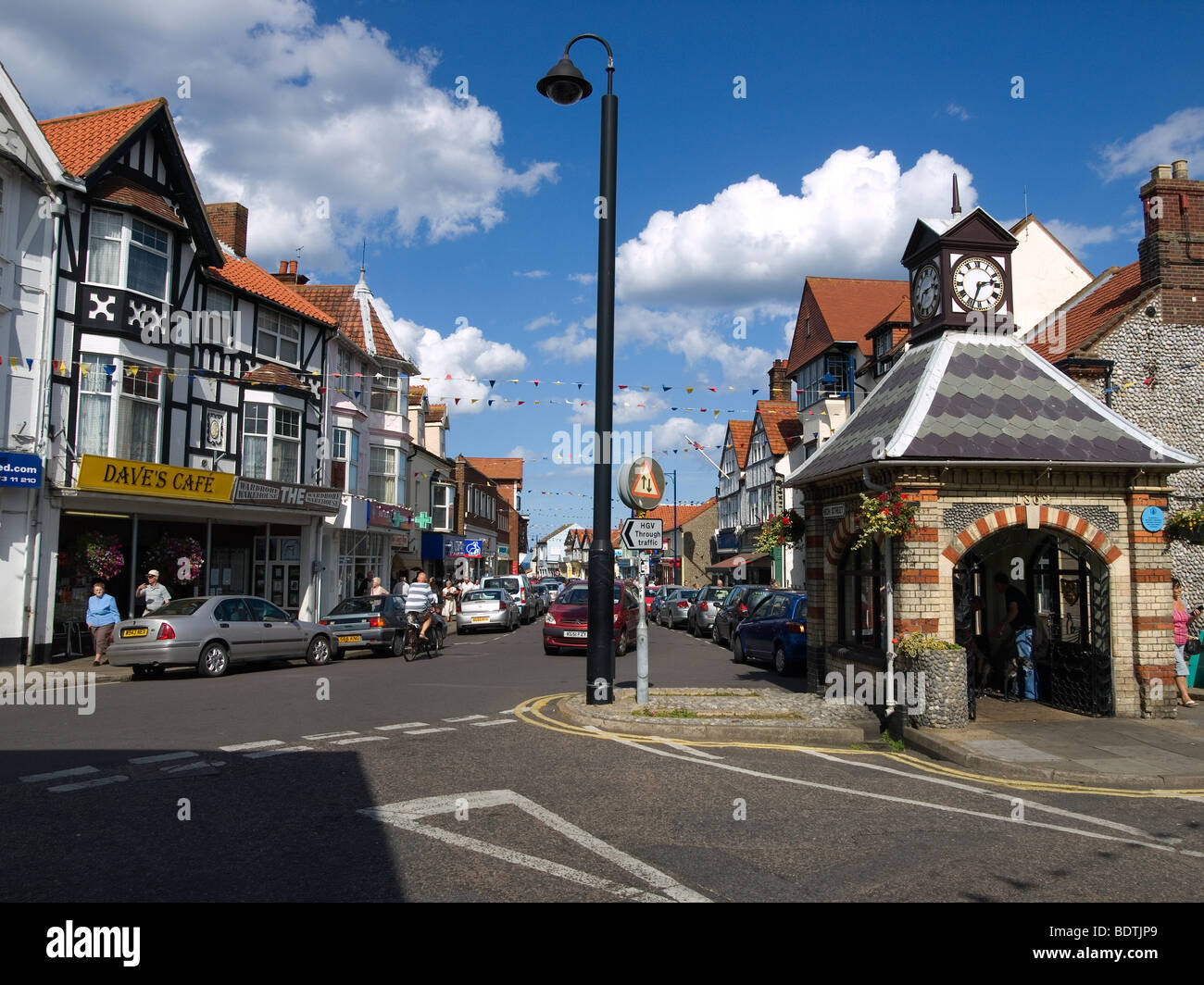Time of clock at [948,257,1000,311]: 2:33
